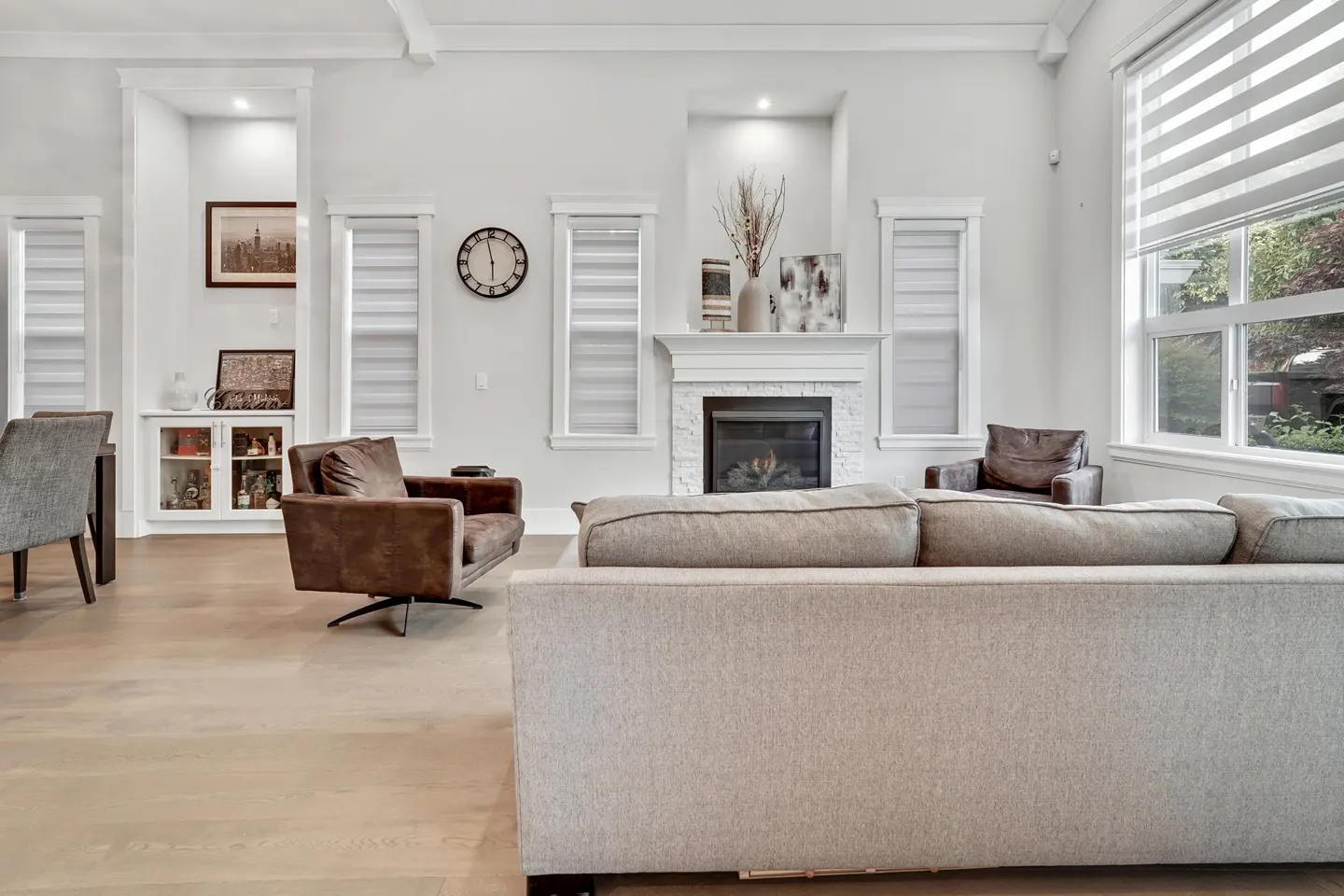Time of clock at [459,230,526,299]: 5:58
